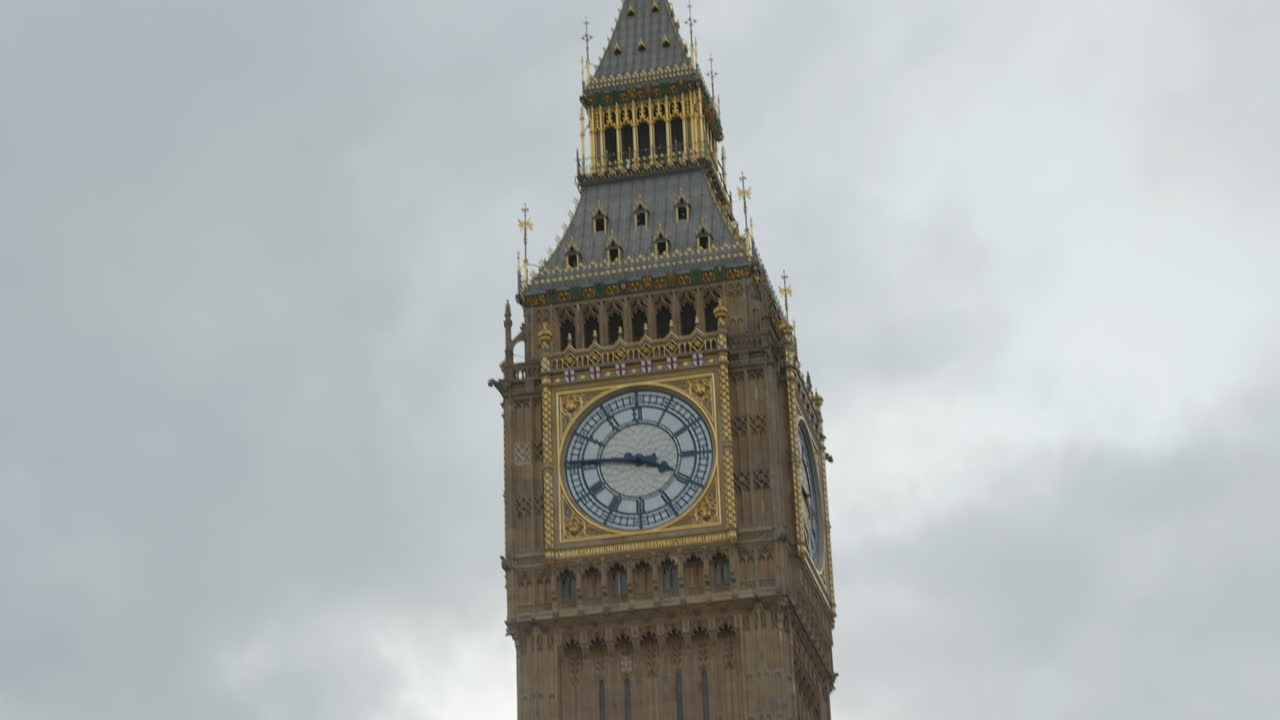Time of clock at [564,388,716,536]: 3:45
